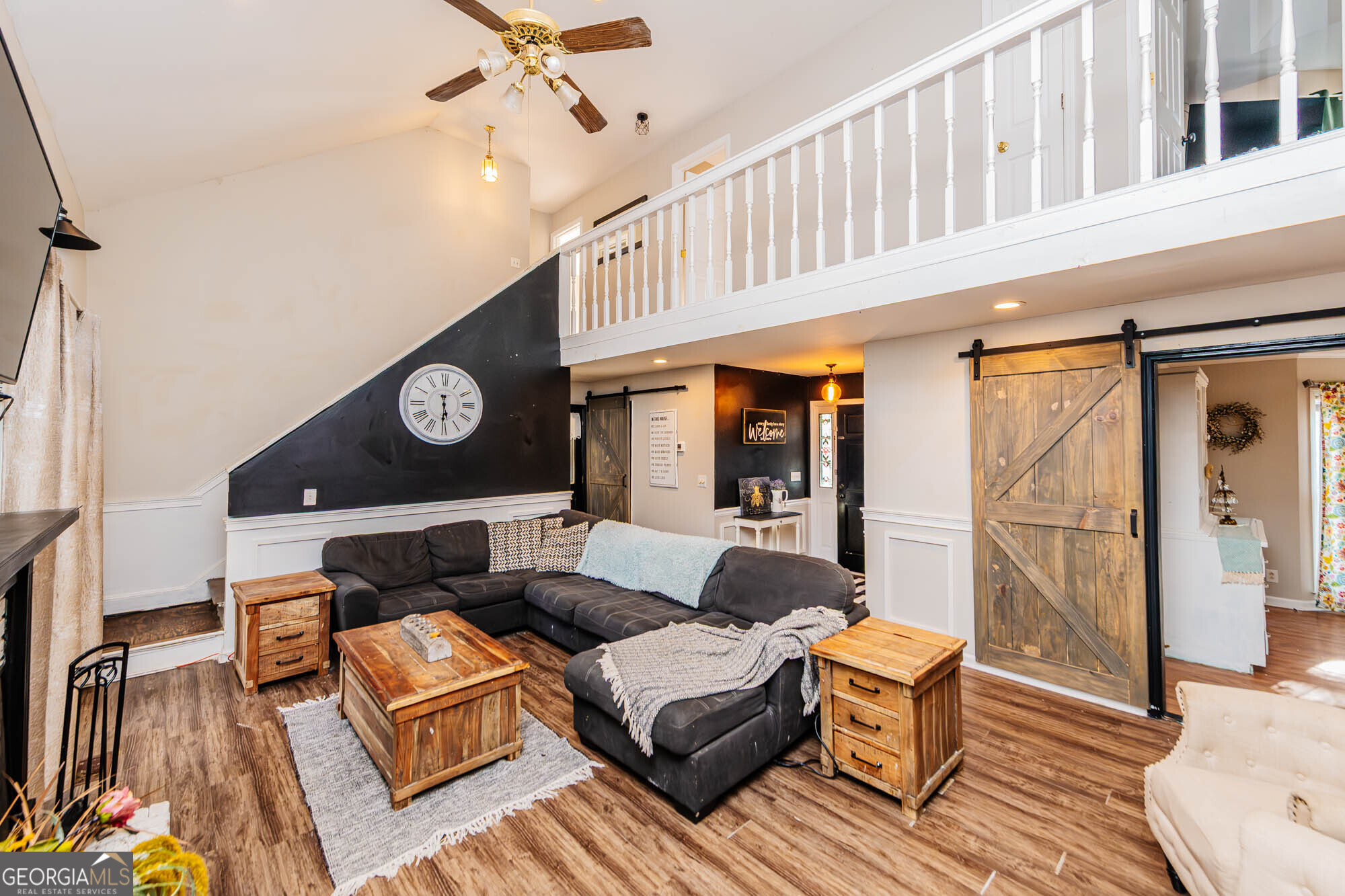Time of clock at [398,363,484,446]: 5:30
